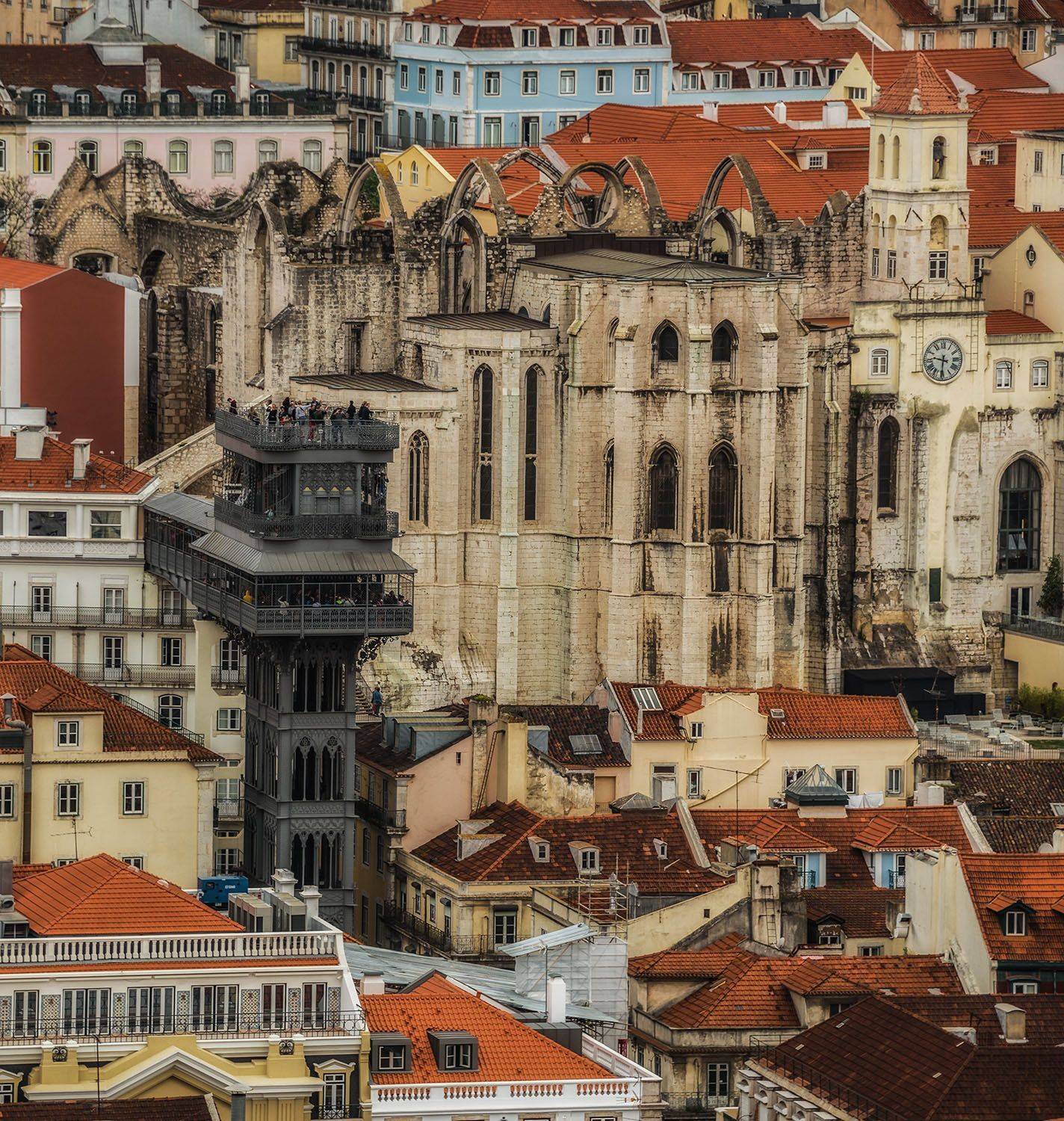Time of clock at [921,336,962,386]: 9:30
